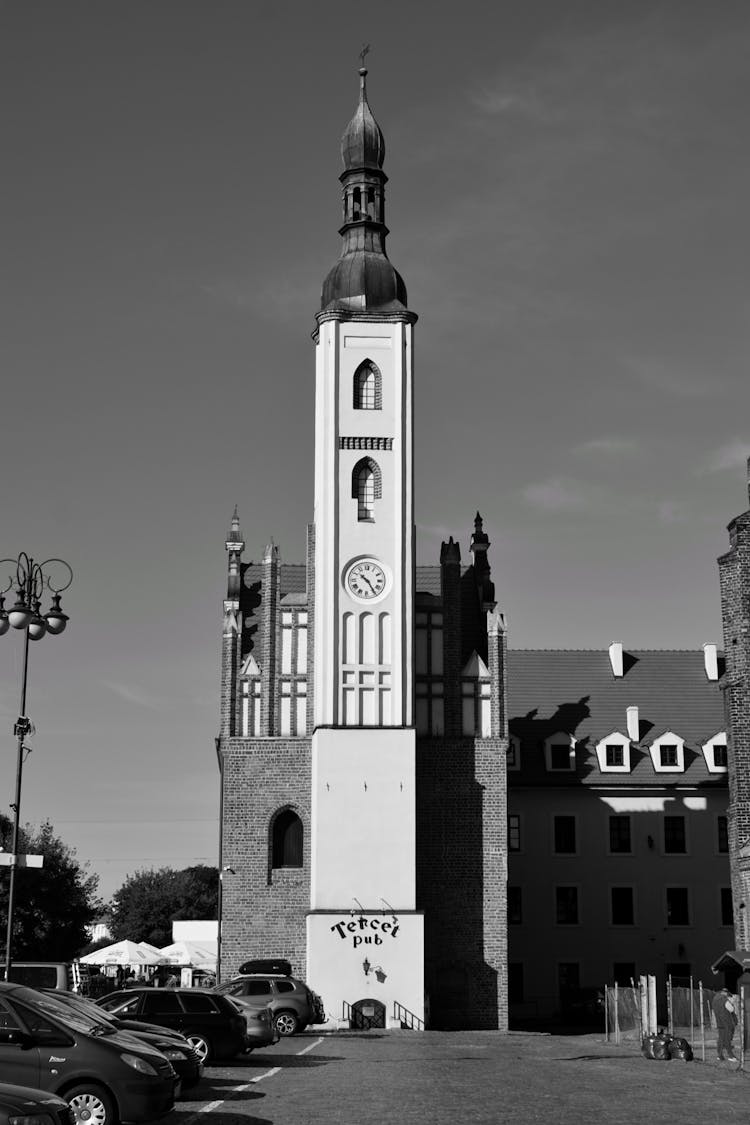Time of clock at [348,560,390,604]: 10:24
